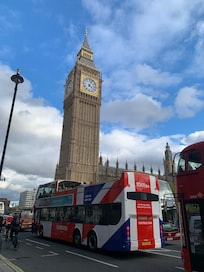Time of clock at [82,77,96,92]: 4:04
